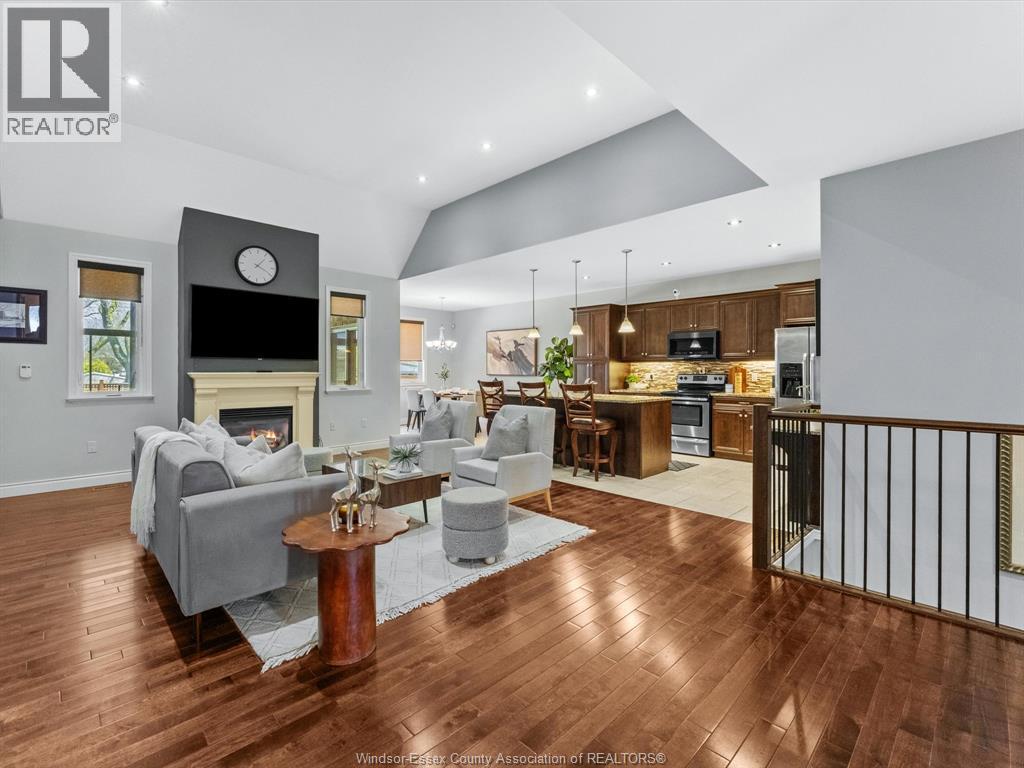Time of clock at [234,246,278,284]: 1:19
